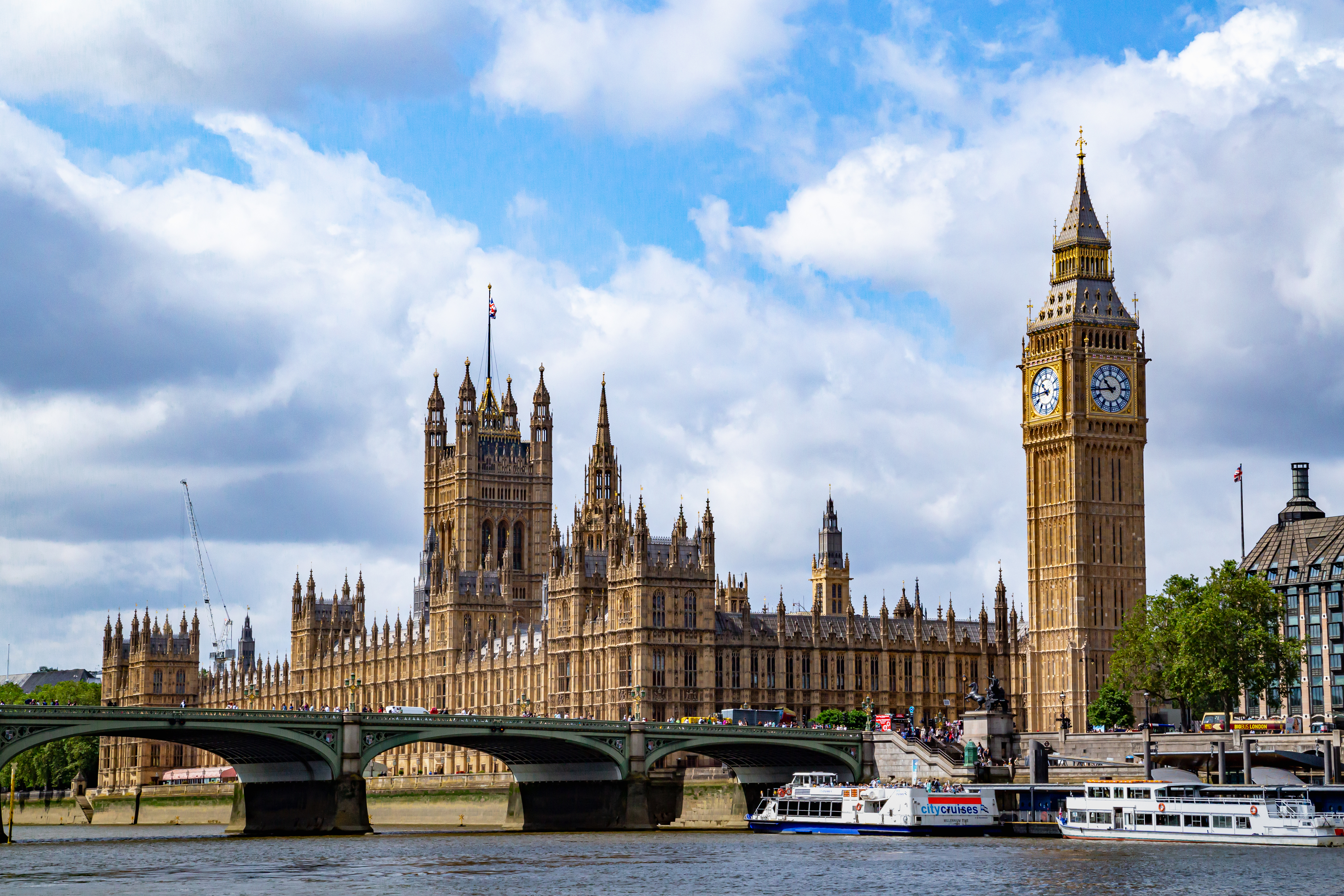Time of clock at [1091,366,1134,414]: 10:43
